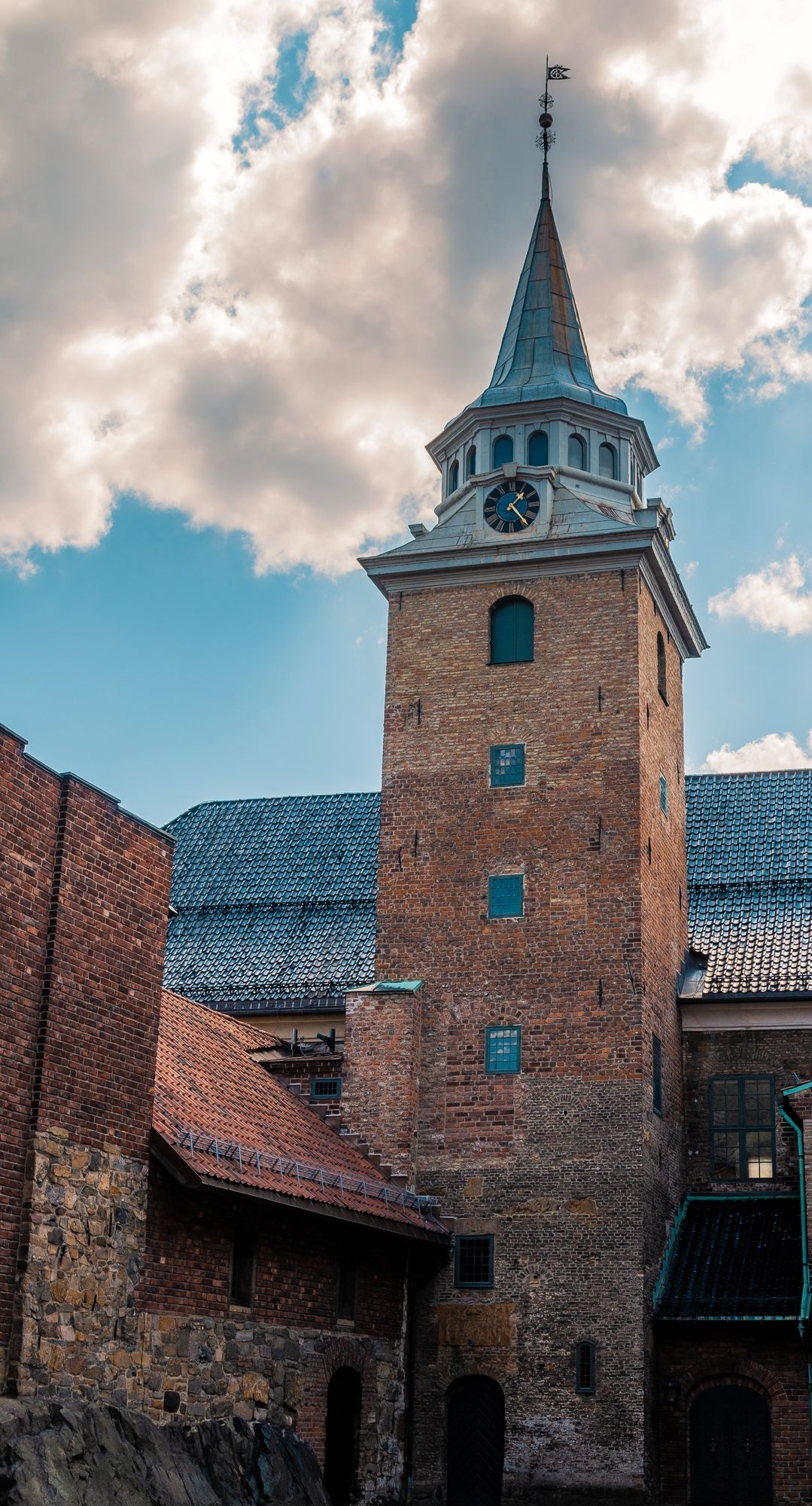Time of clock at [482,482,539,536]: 1:23
